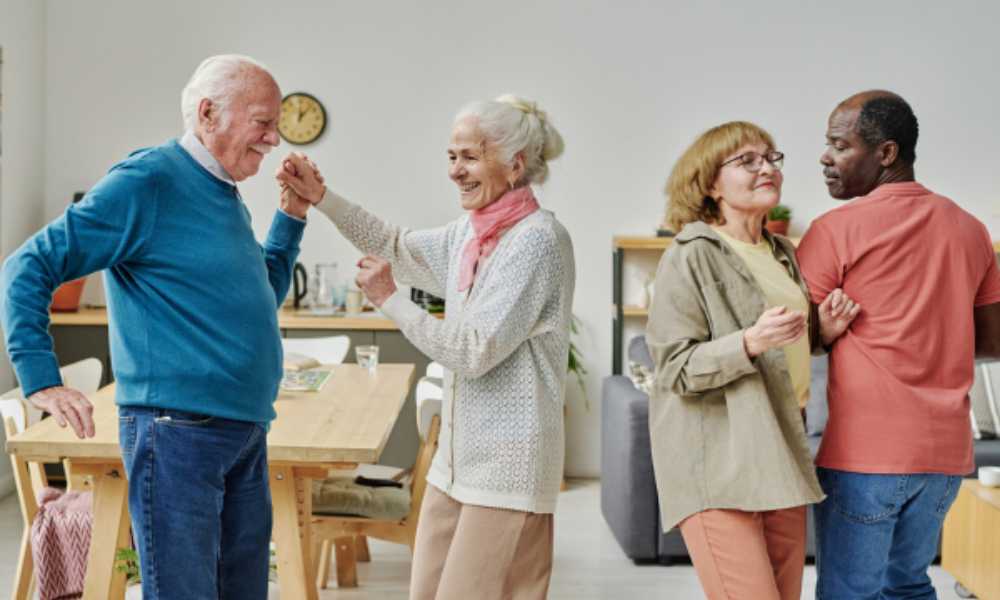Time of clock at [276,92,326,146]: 12:06
